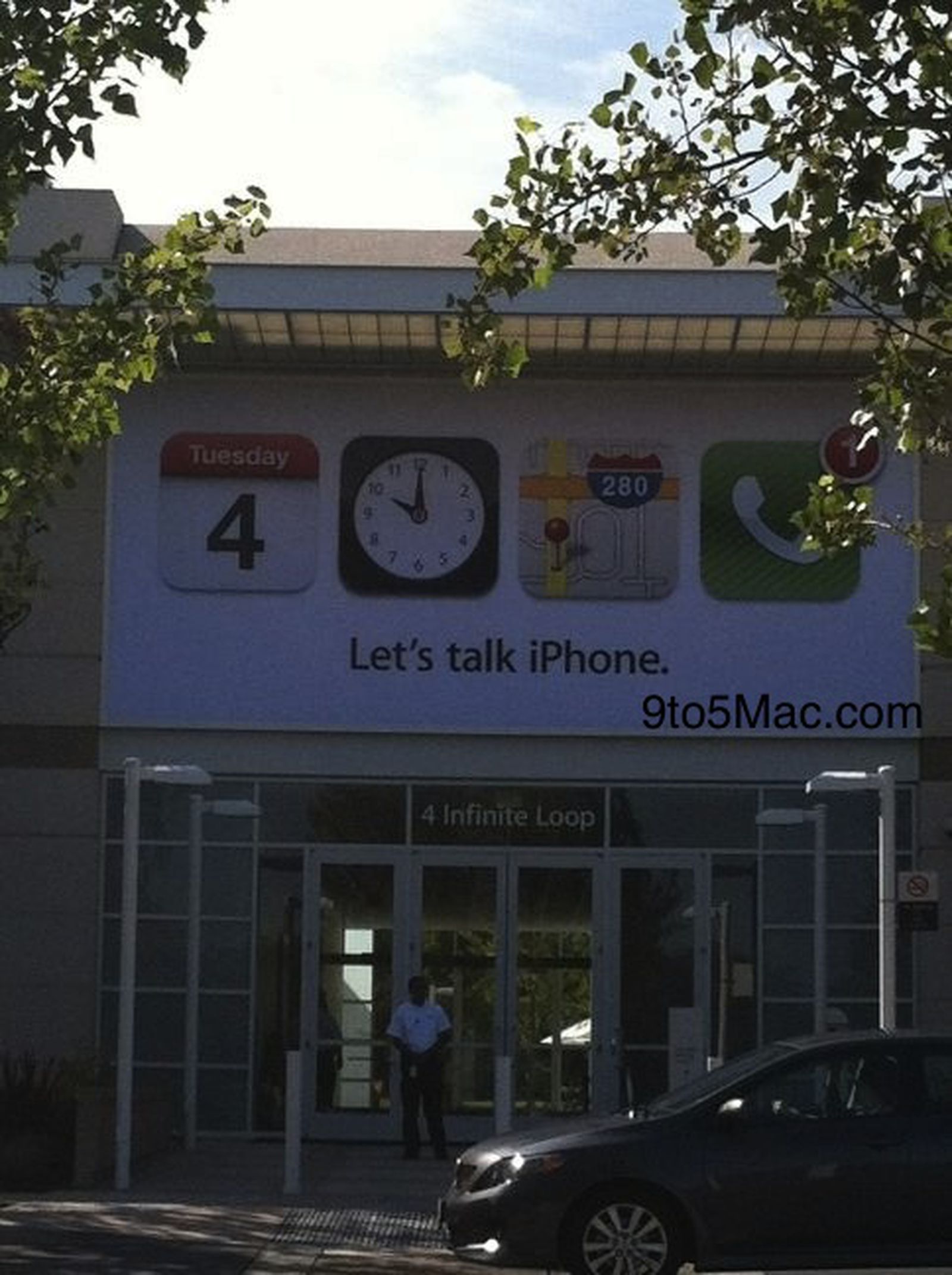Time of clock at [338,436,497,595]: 10:00
